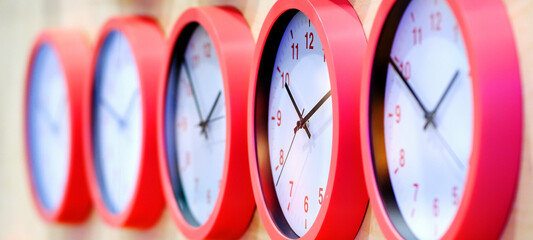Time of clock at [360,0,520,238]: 1:49
